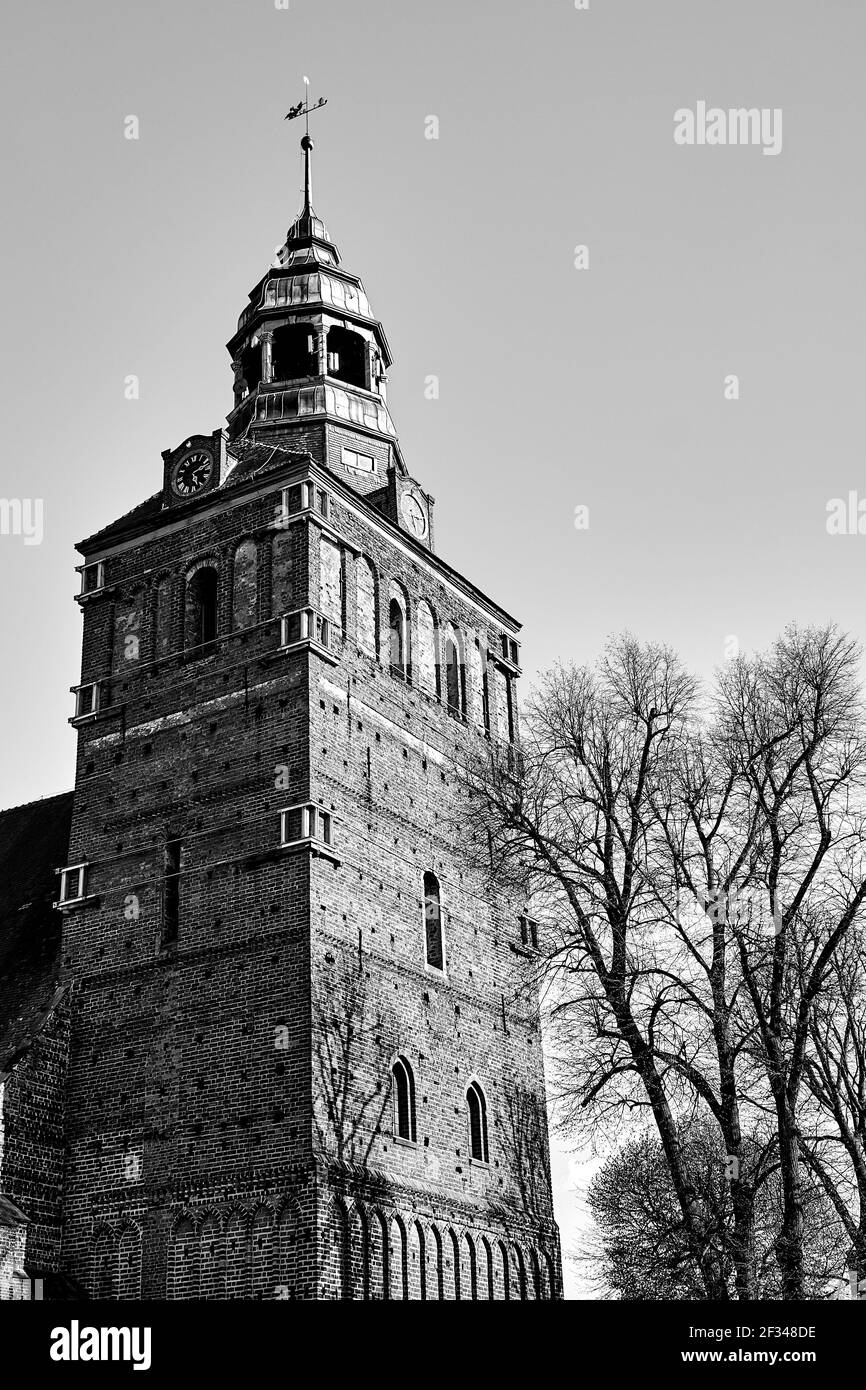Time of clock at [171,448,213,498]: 5:12
